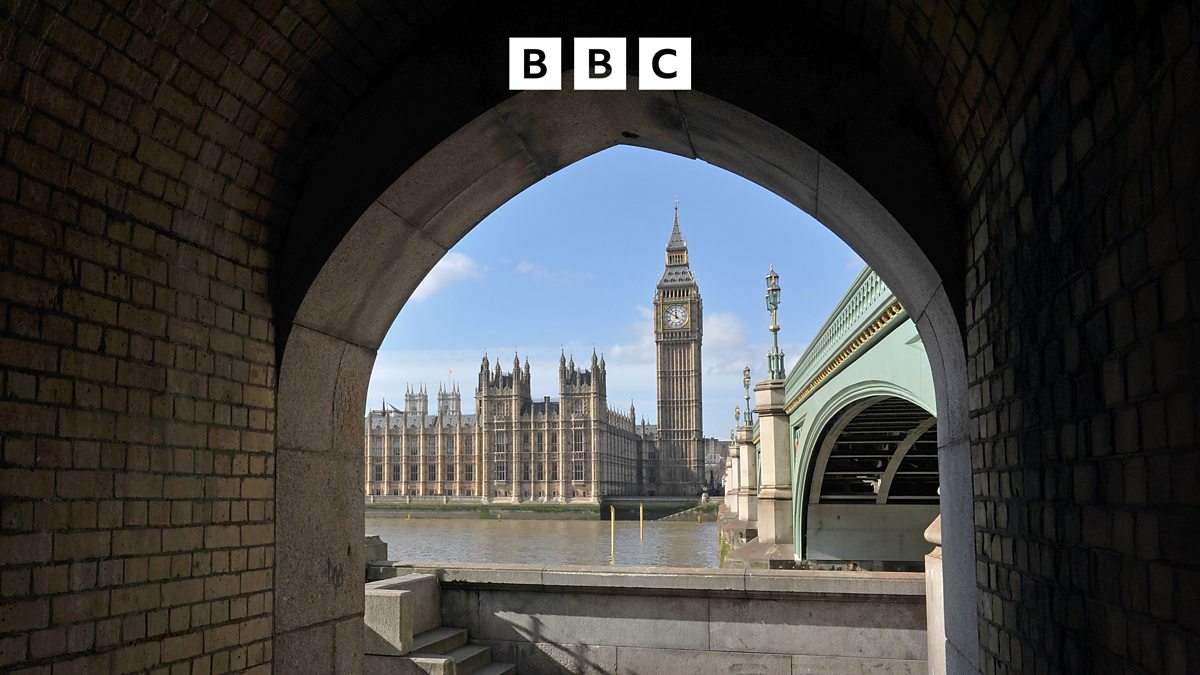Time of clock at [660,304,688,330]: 11:50
